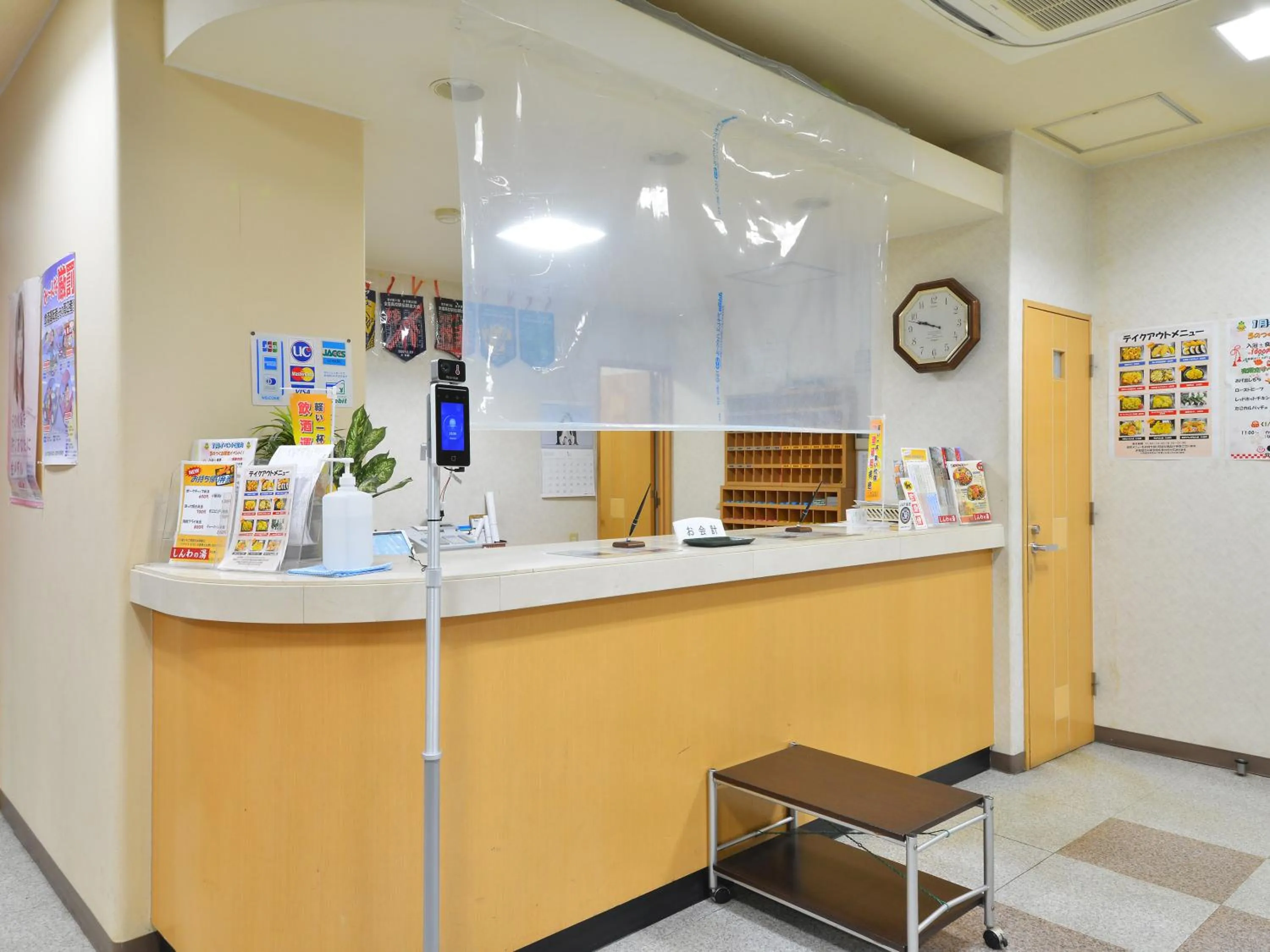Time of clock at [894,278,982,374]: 9:47
